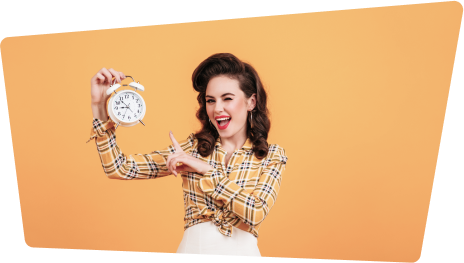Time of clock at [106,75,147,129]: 8:53
